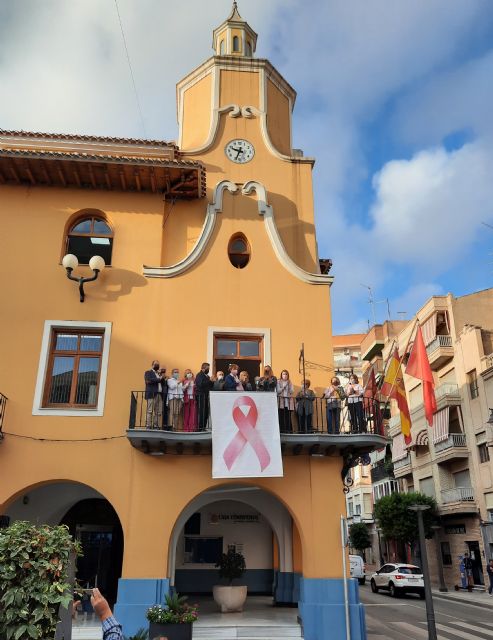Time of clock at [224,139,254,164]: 9:33
